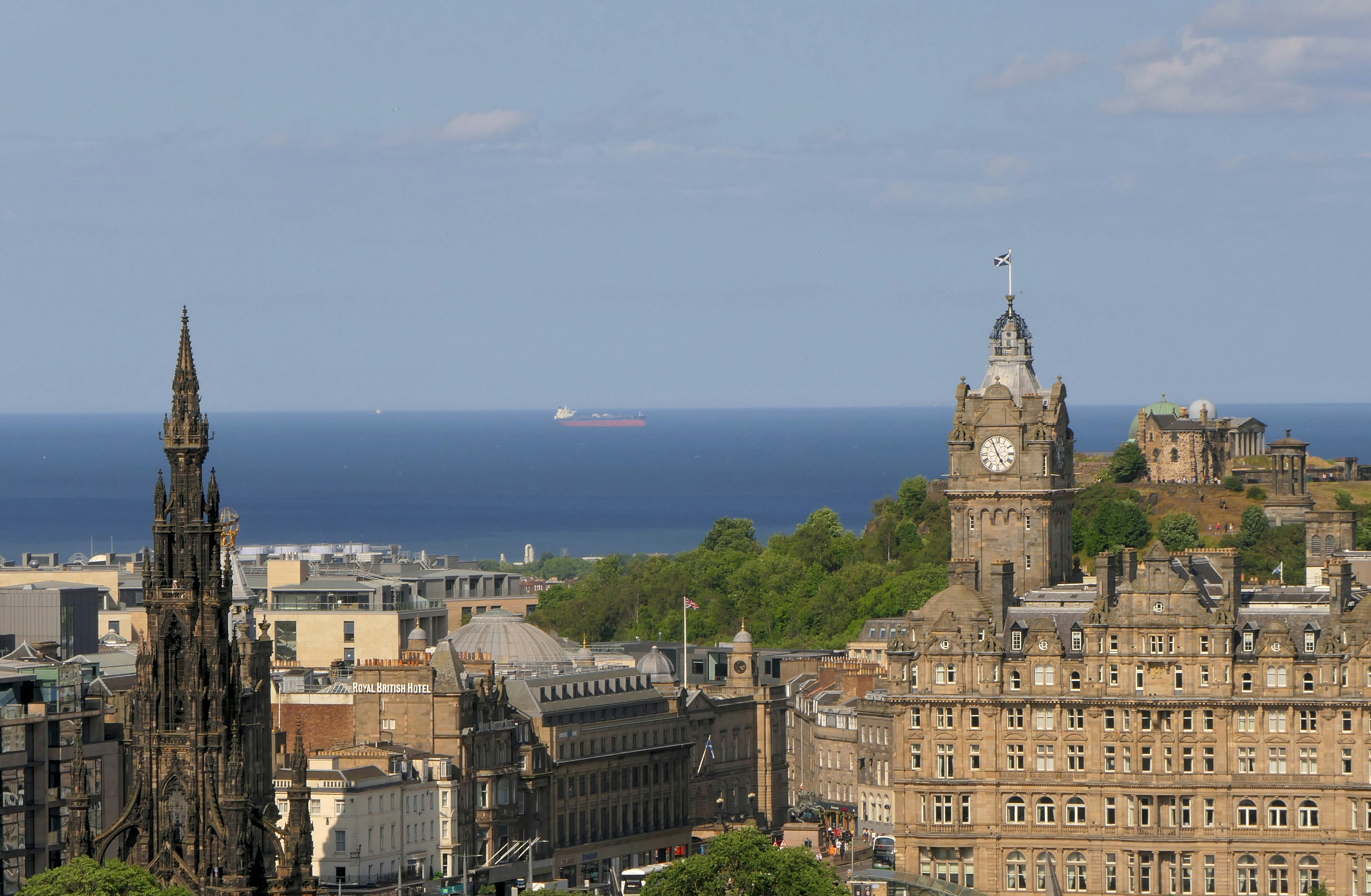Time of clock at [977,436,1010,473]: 4:56
